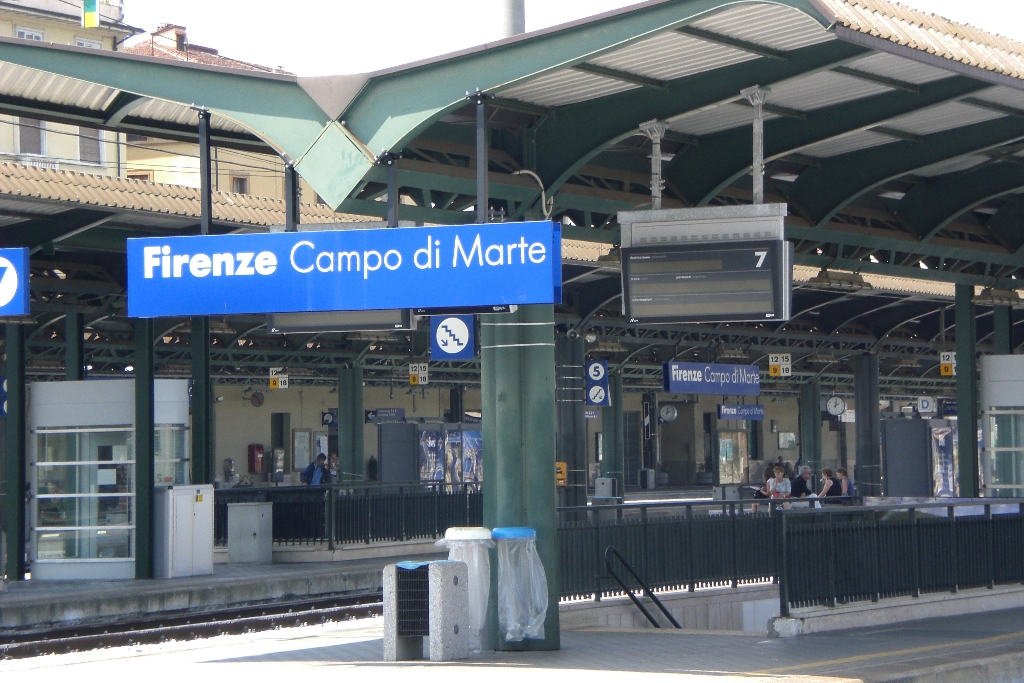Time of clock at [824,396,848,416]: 2:01
